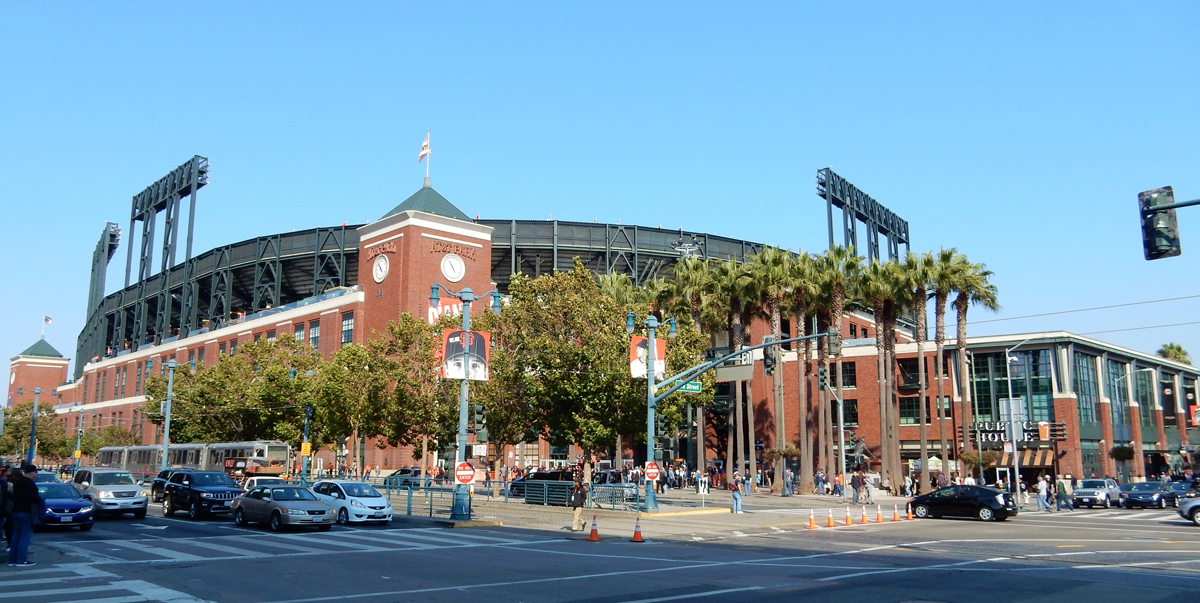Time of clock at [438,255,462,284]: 4:54
